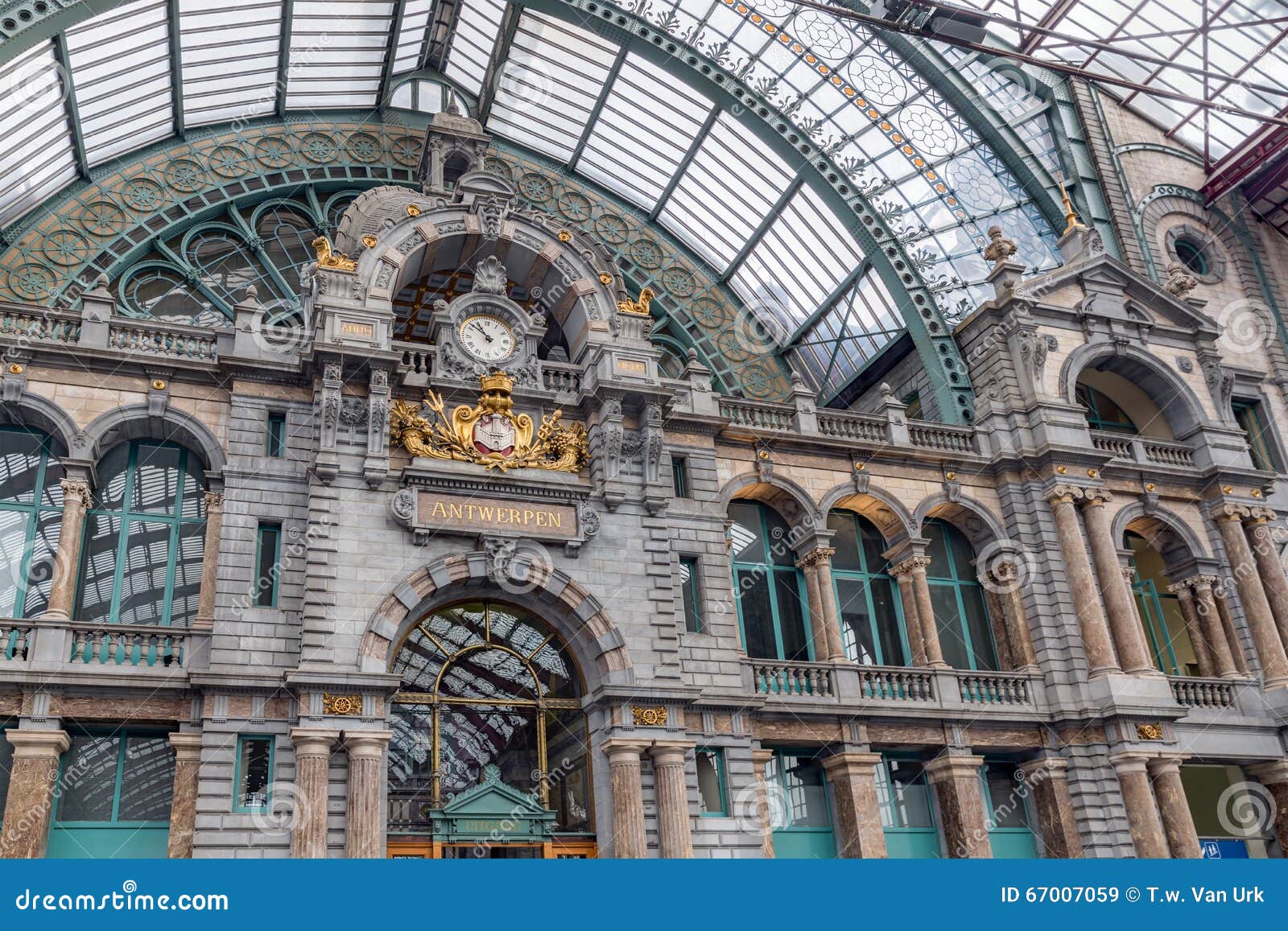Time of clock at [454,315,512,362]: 10:51
